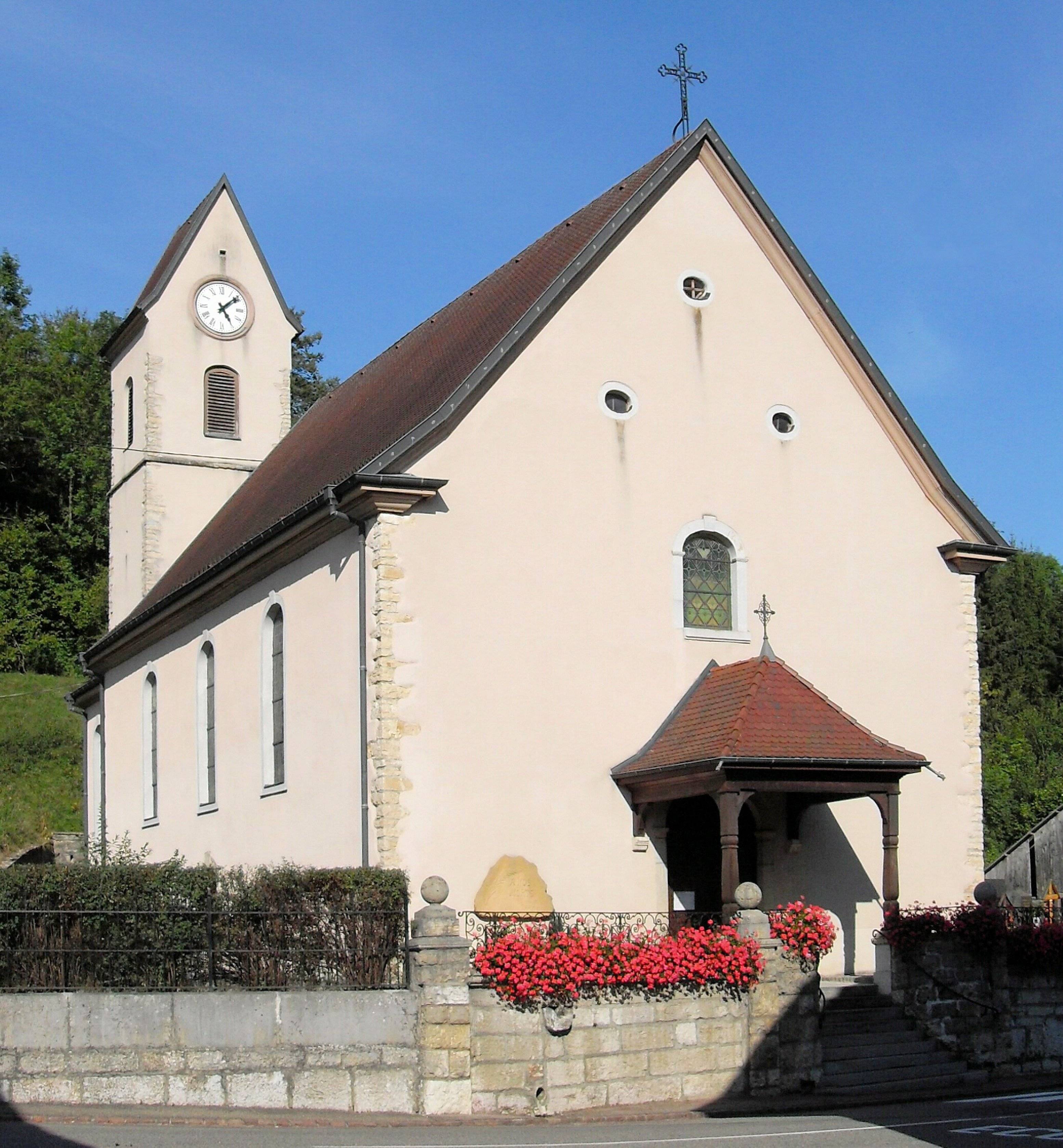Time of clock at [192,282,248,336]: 5:08
